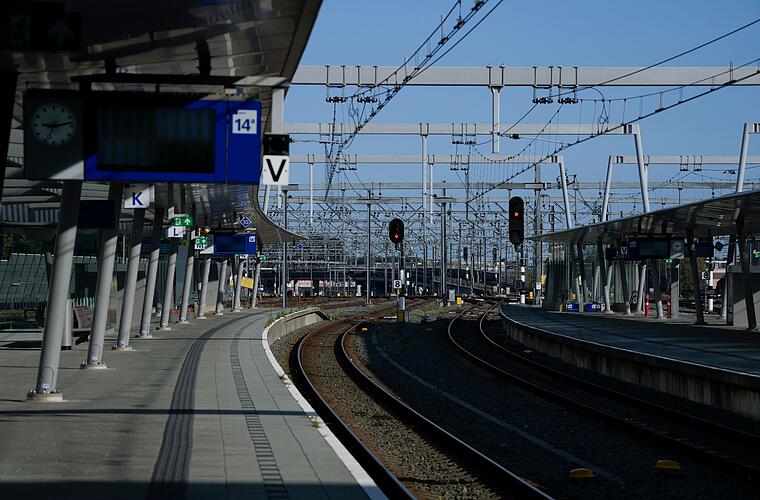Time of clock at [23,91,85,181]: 9:13
